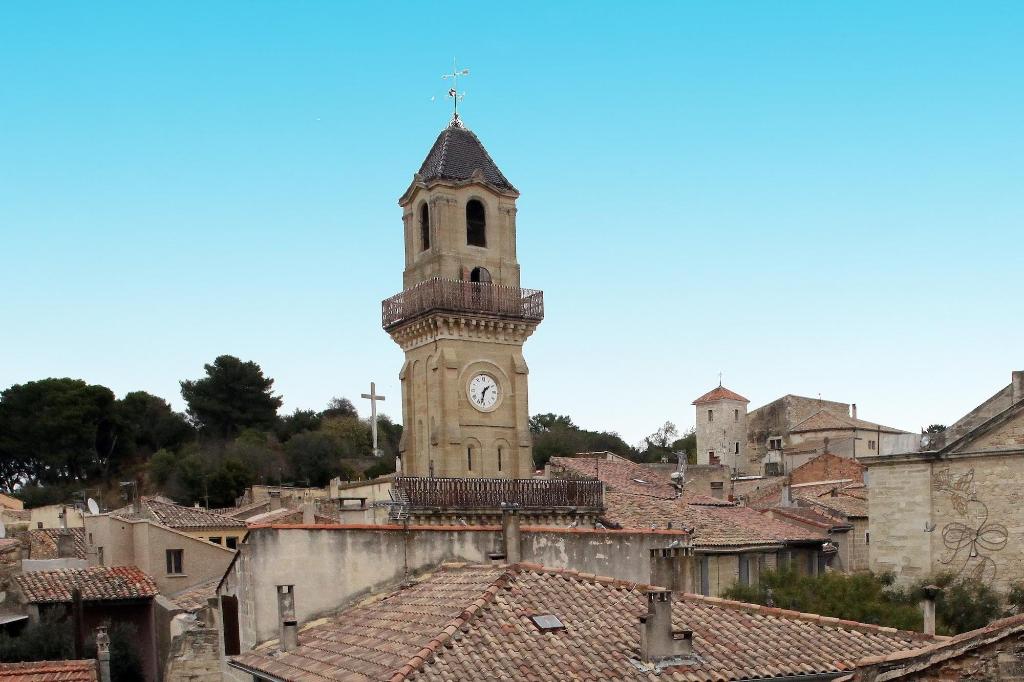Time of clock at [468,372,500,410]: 1:32
